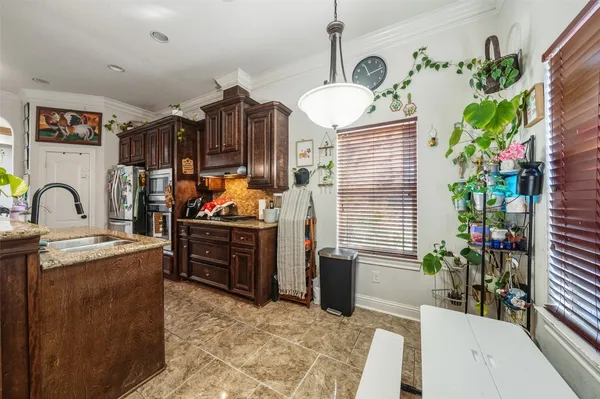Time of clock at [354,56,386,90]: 11:12
